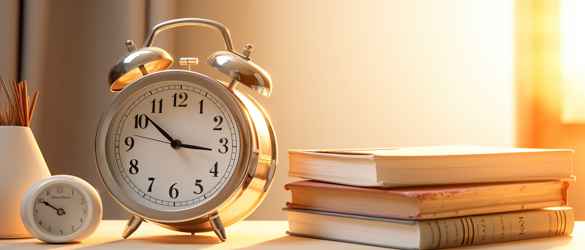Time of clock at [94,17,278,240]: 10:15
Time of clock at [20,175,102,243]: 9:50
